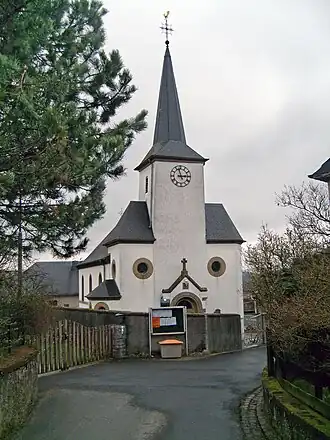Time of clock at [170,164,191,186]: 2:57
